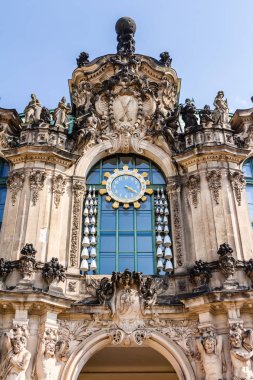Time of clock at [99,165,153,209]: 4:20
